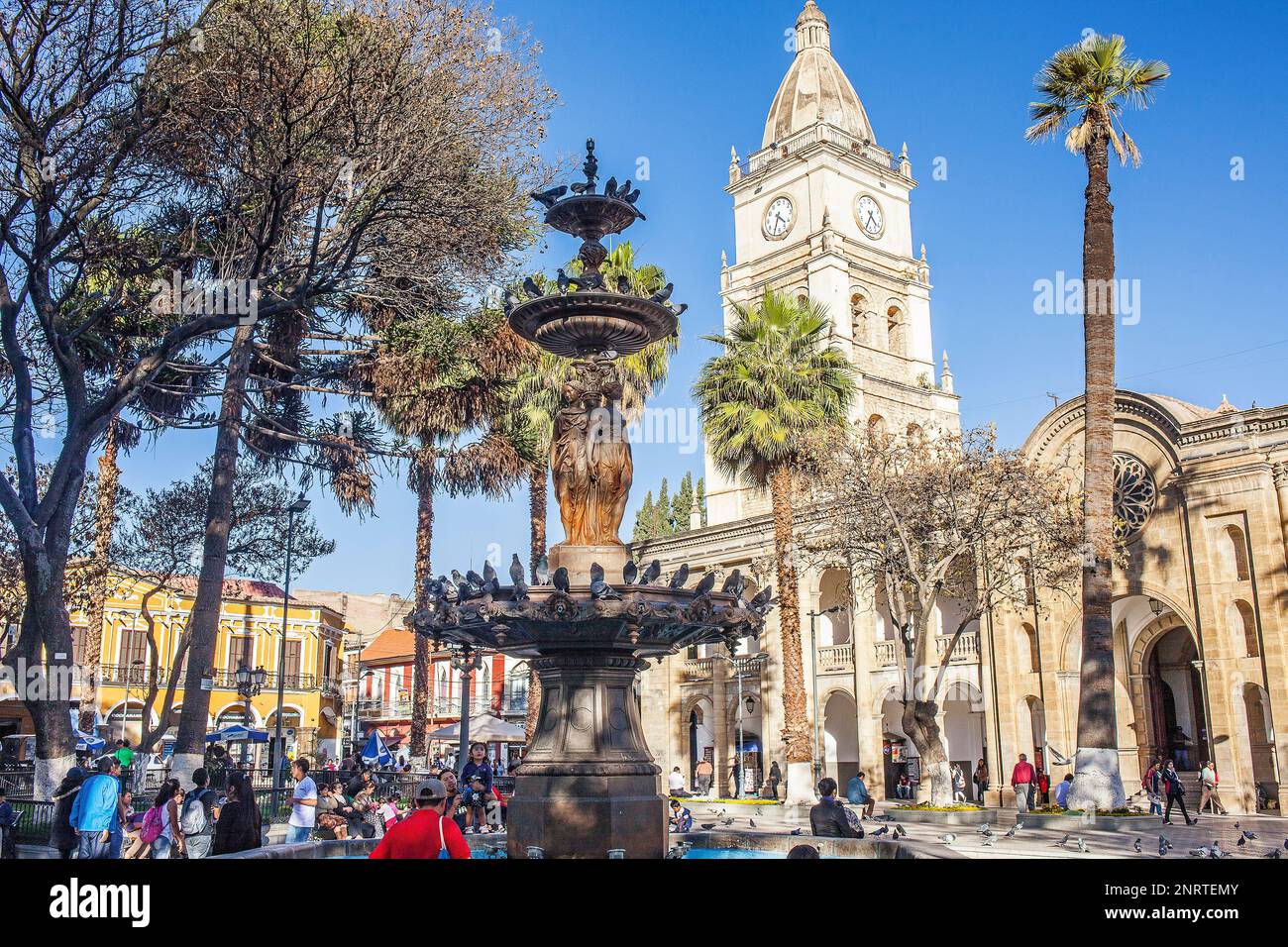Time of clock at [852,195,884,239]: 4:34
